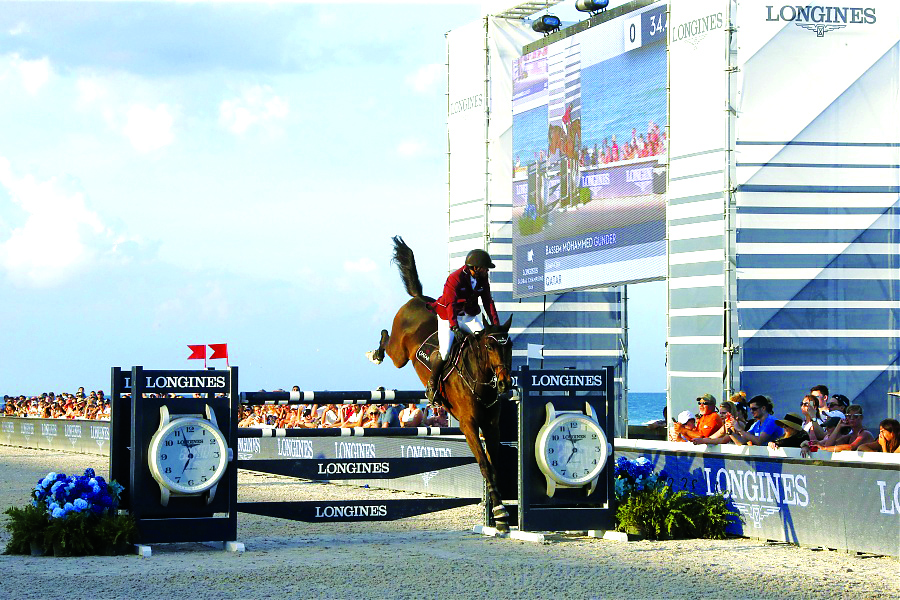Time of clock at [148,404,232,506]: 6:57
